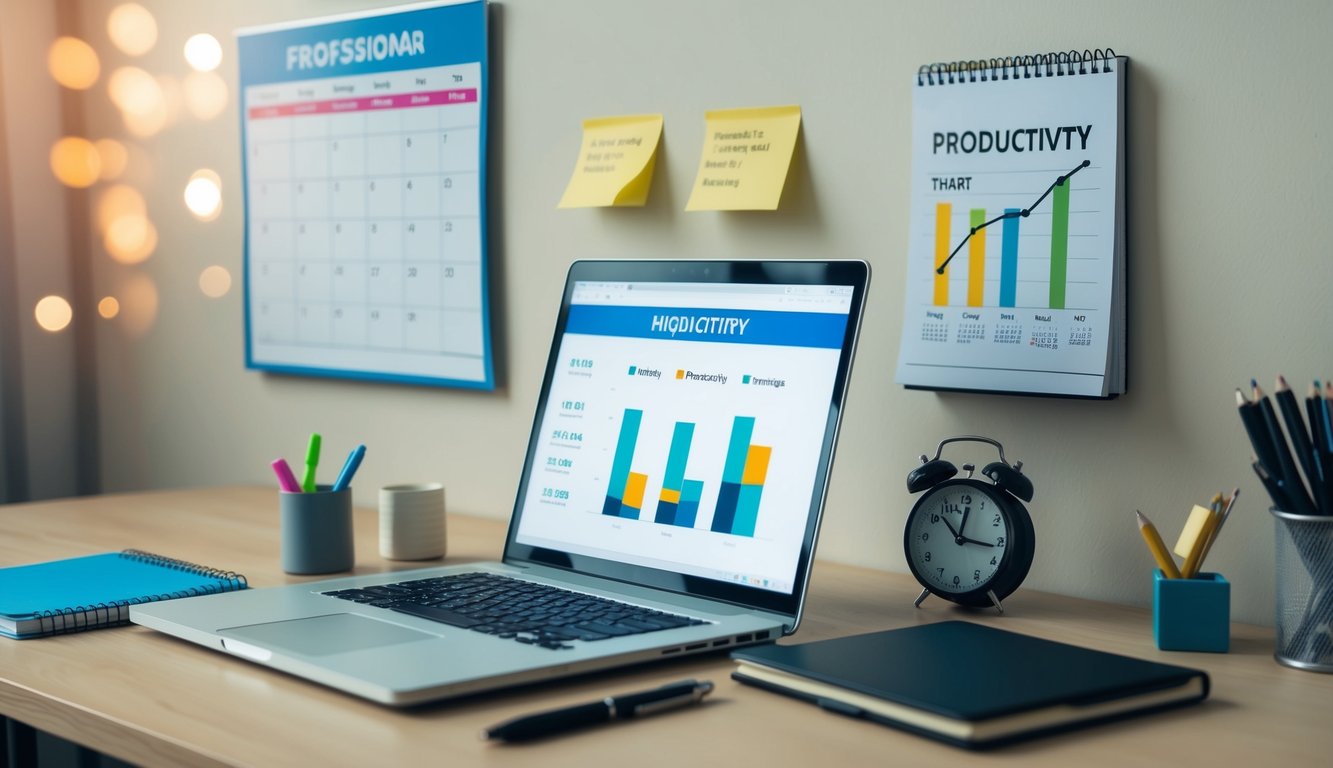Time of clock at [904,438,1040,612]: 12:16
